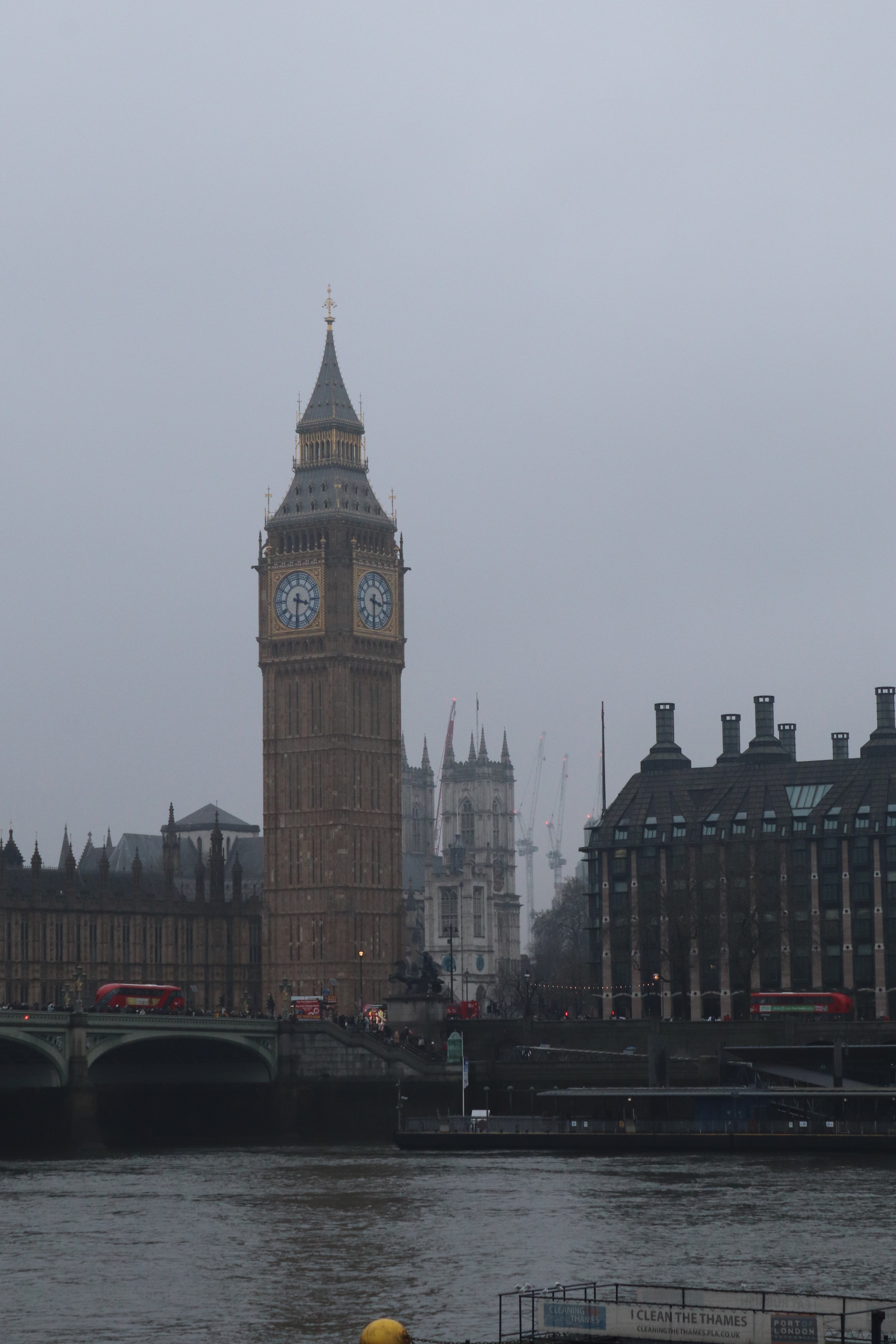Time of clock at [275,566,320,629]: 3:31
